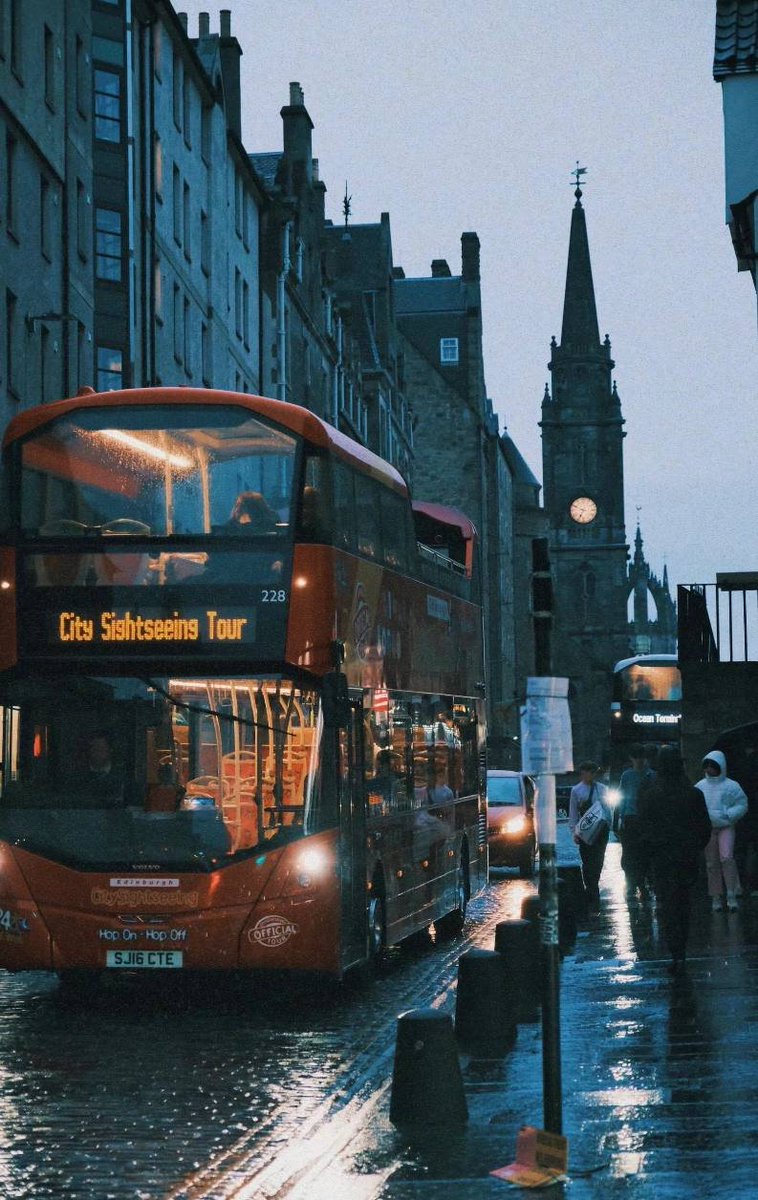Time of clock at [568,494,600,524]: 6:48
